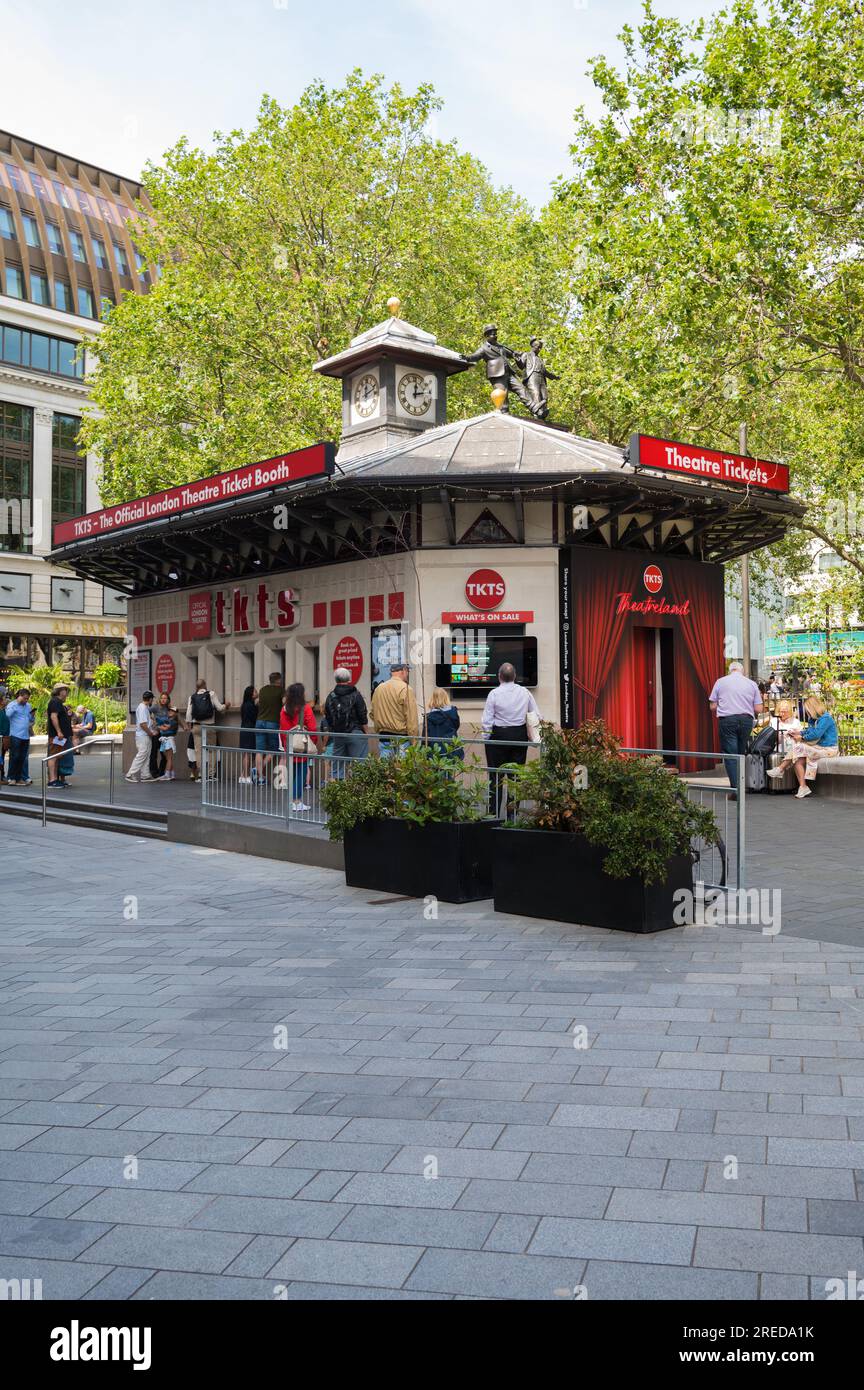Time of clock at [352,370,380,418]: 12:12
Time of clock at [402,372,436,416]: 12:13
